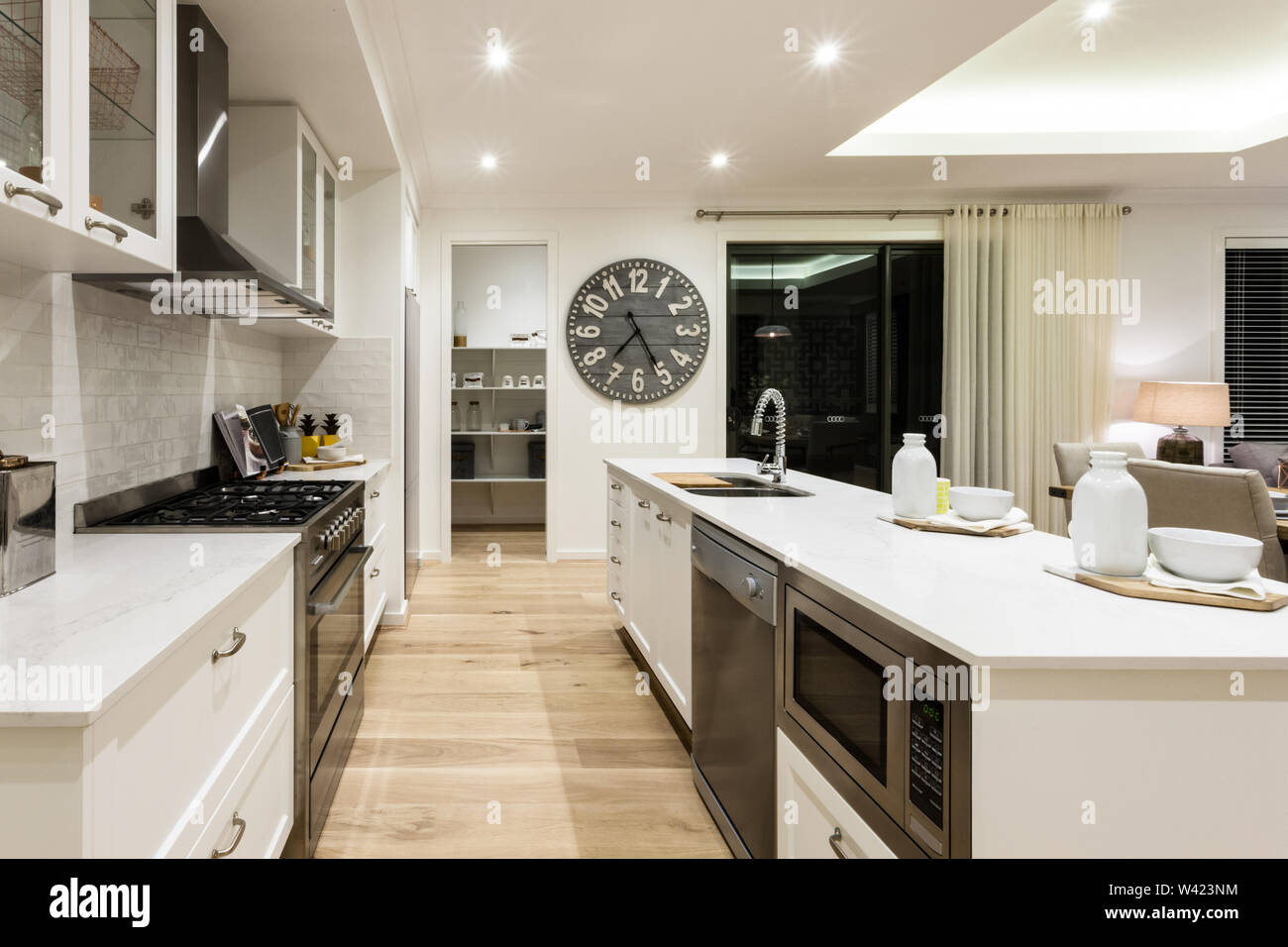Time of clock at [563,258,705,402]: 7:25
